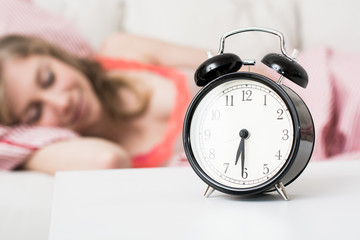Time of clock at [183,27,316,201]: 6:30
